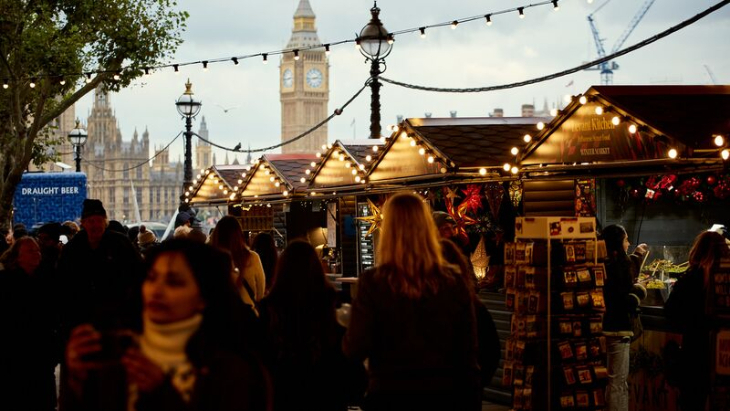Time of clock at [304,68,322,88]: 2:43
